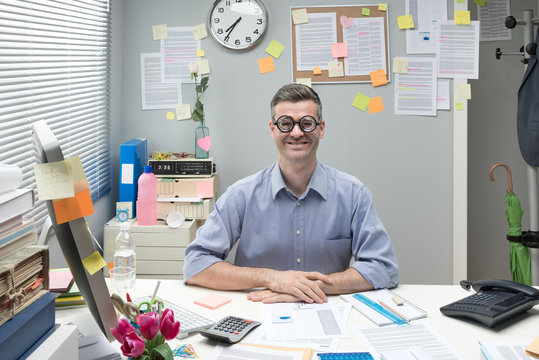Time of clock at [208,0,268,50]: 7:35
